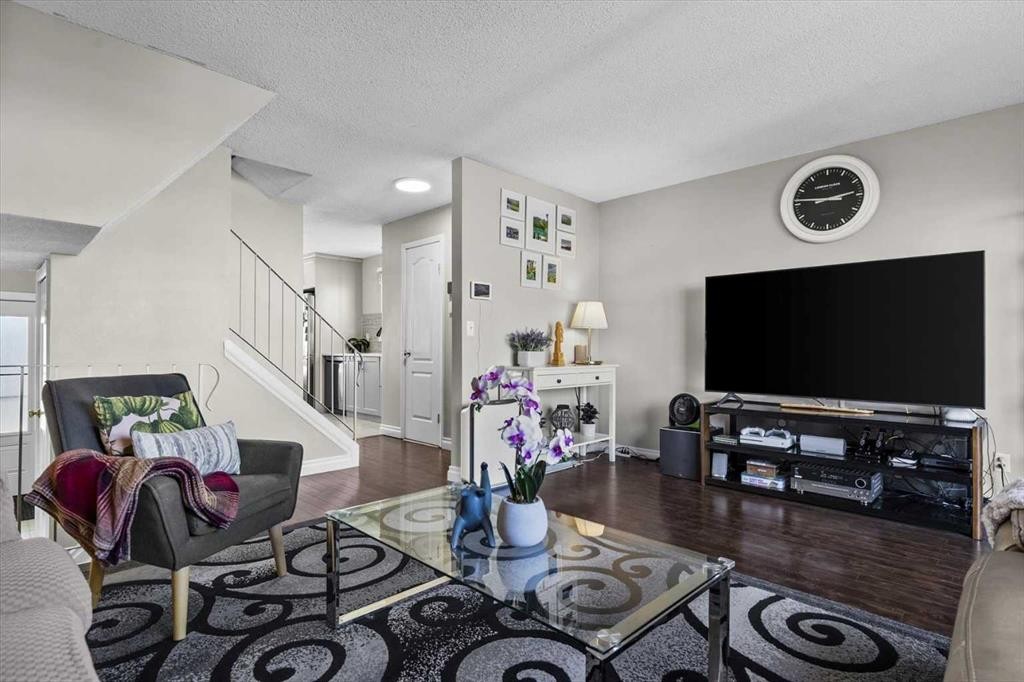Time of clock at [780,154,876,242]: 2:46
